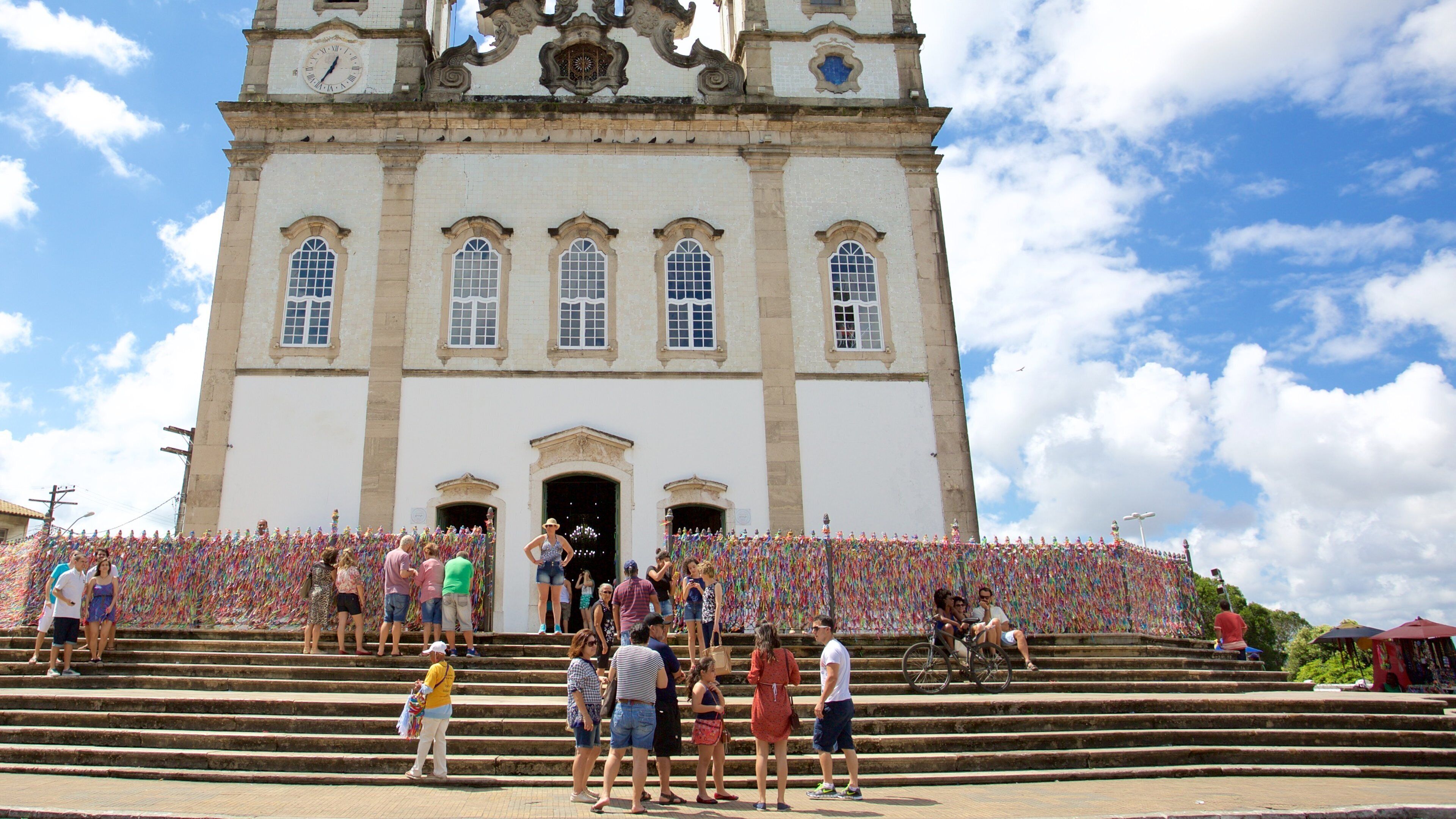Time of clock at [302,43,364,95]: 12:35
